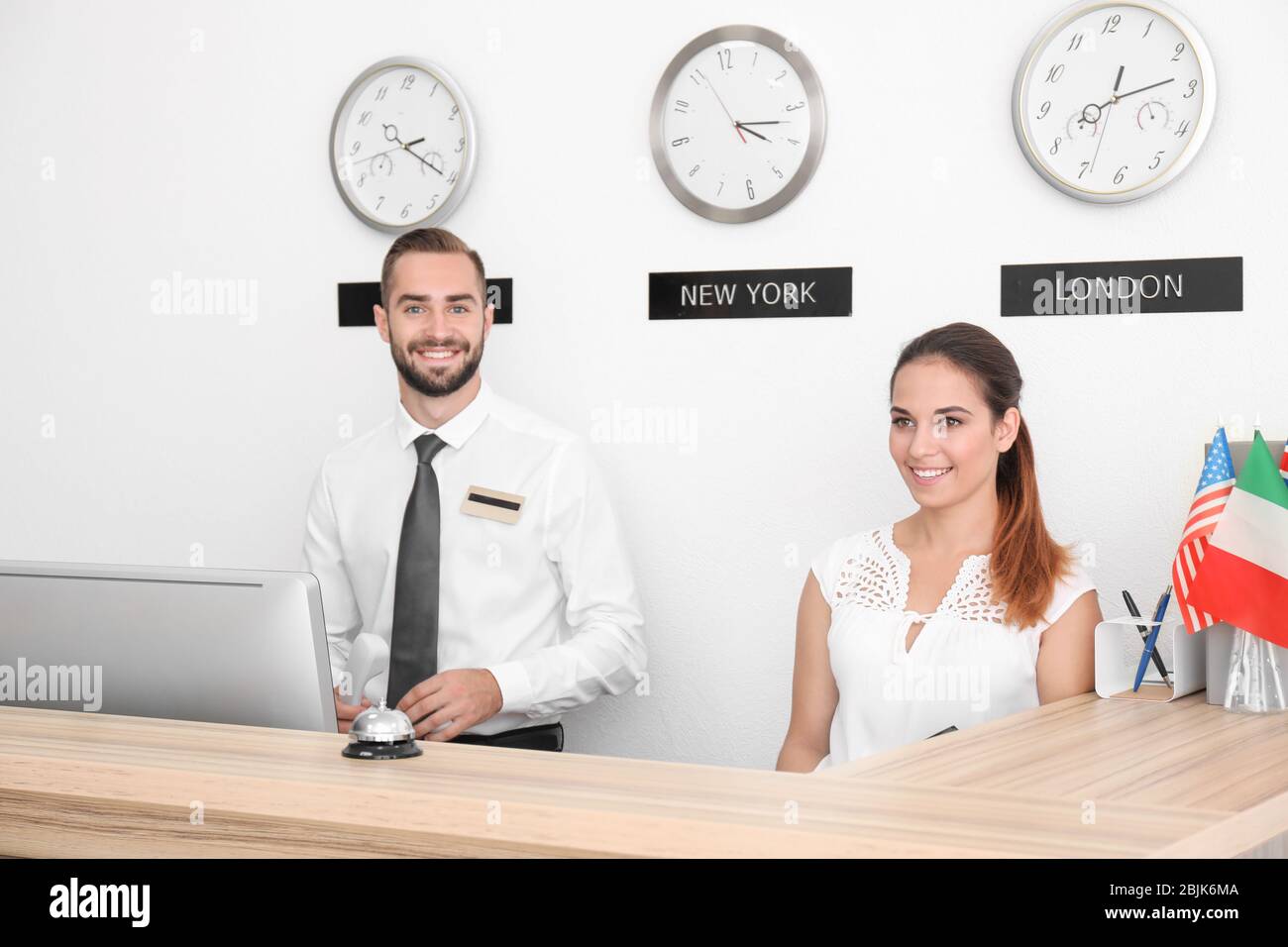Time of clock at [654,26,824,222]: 4:16
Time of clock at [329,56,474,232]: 2:20
